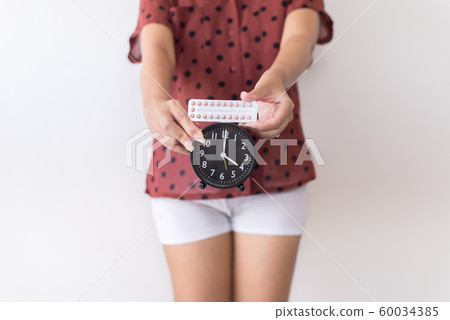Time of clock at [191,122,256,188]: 4:00
